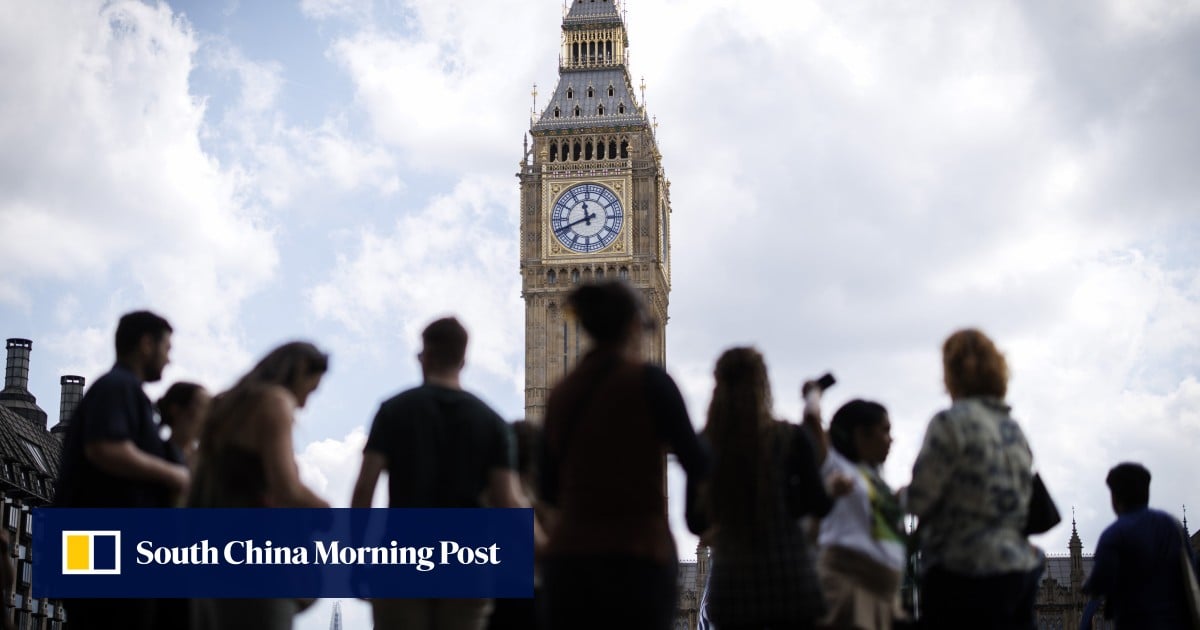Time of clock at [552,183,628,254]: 11:41
